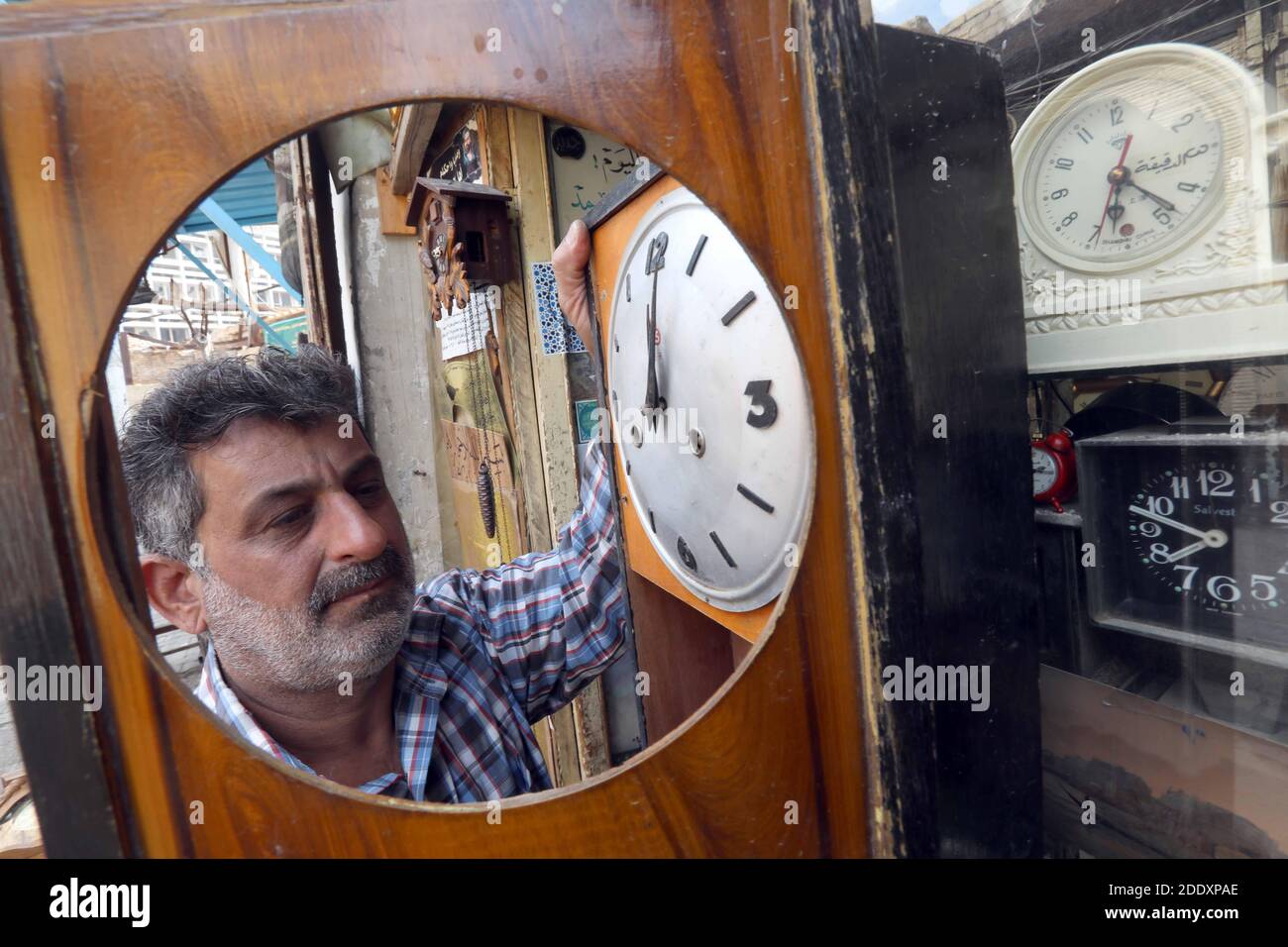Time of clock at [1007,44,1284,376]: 6:22
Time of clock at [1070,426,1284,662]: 7:48
